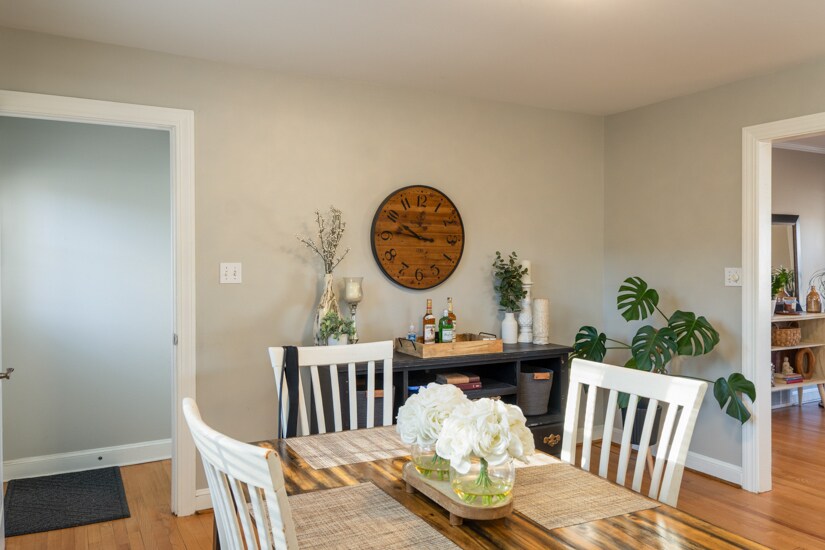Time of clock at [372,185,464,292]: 9:45
